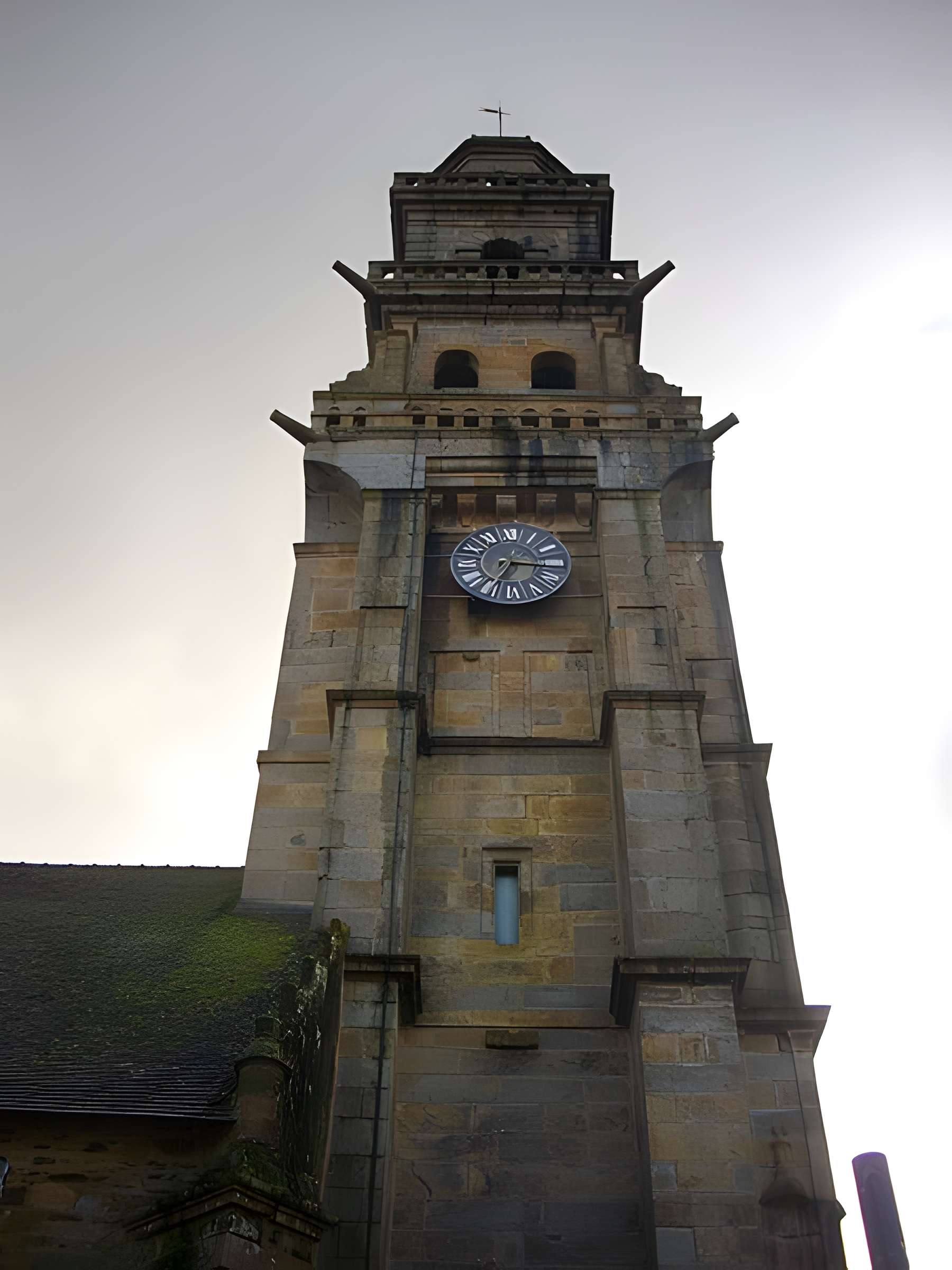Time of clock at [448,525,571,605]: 7:16
